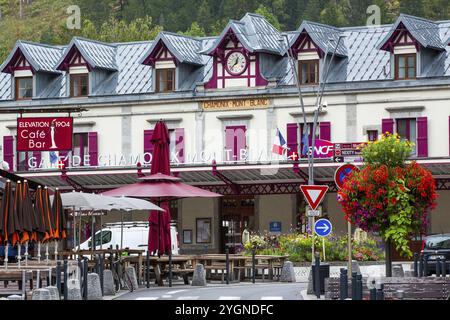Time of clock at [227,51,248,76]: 12:37
